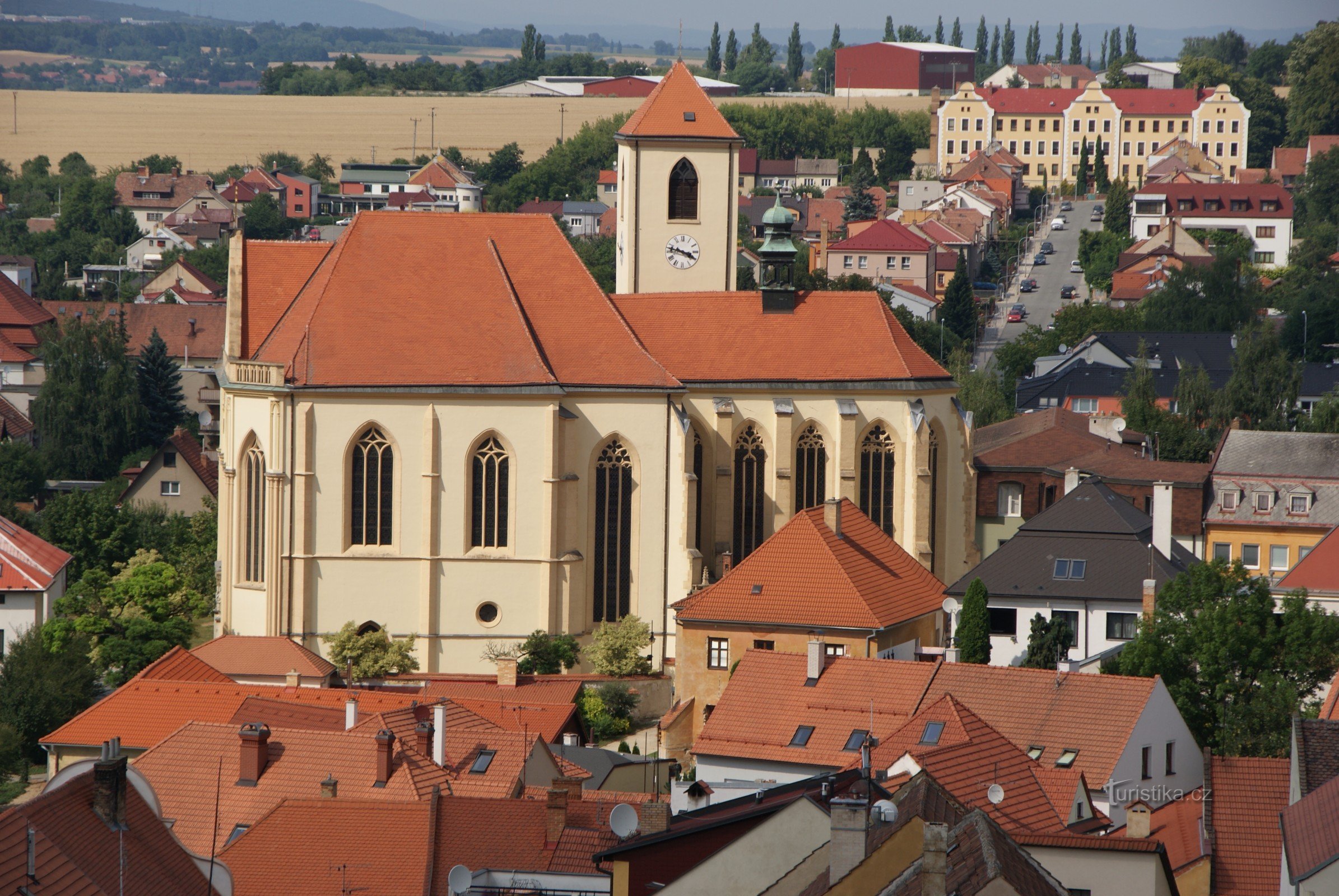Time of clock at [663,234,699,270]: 3:47
